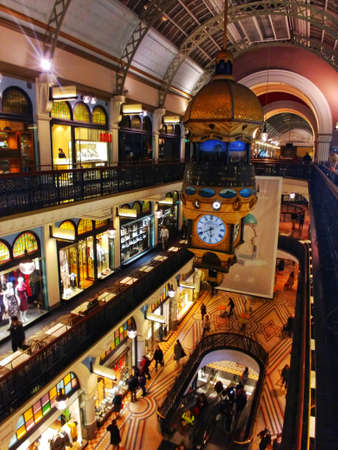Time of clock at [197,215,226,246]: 5:40
